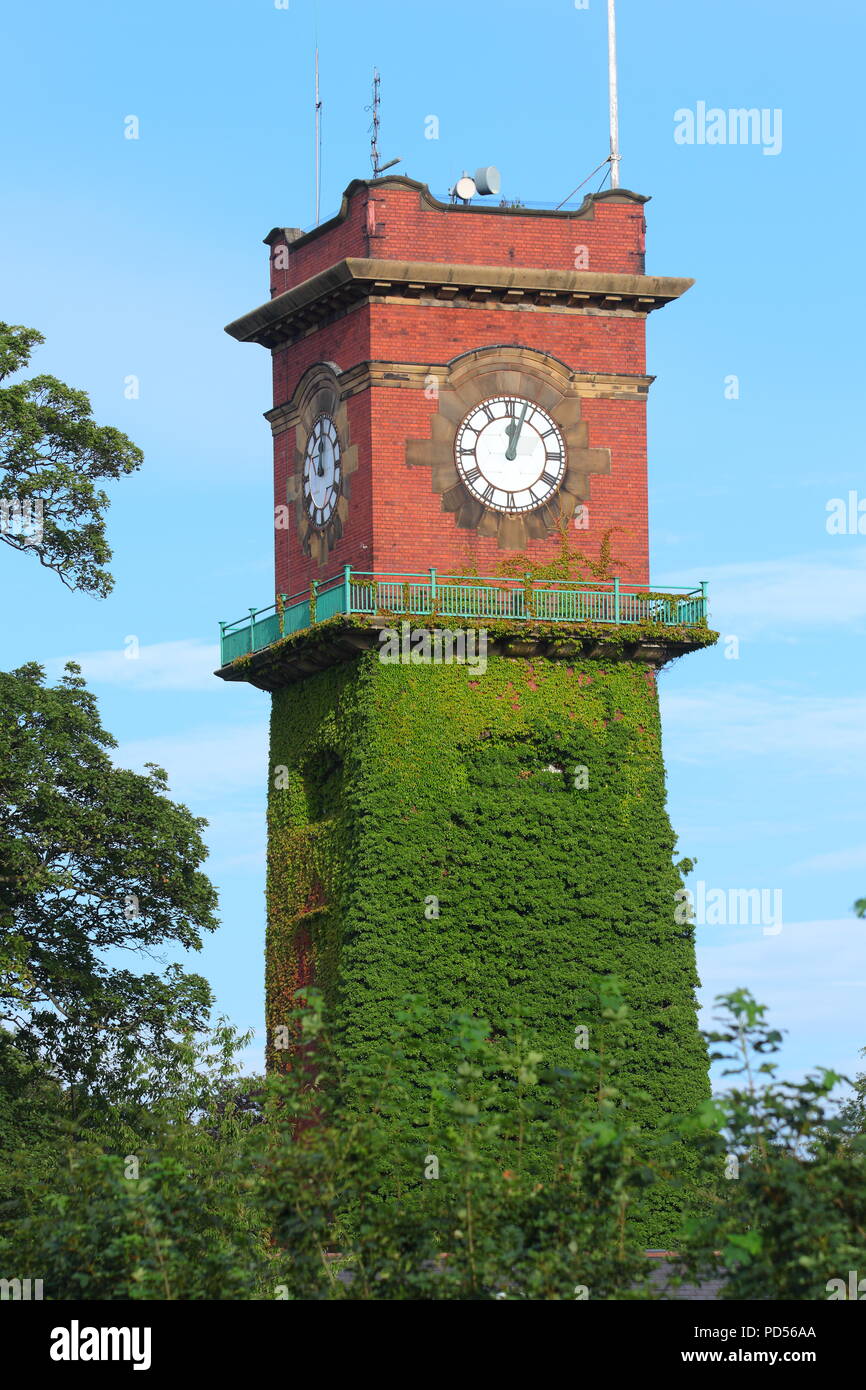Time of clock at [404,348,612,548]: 12:03
